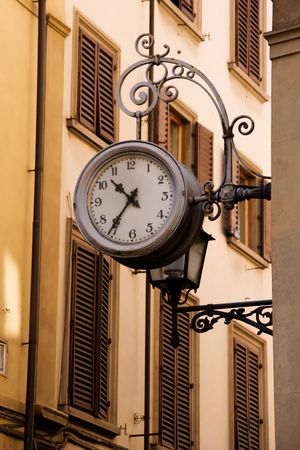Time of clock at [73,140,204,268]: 10:36
